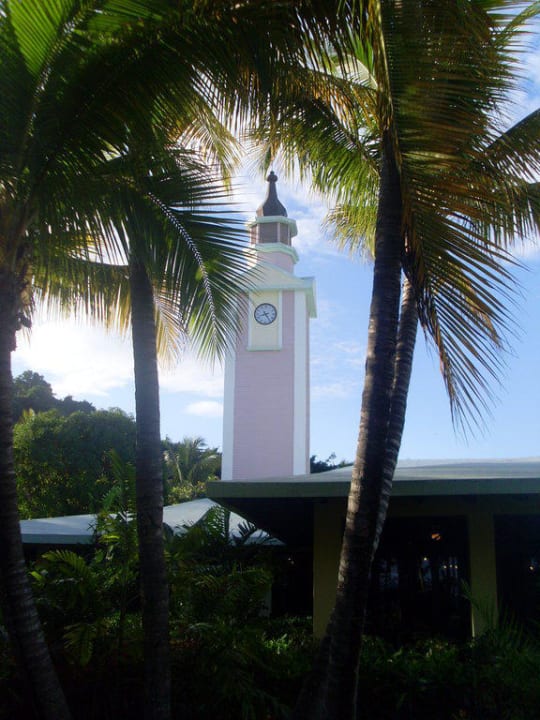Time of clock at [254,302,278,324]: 8:24
